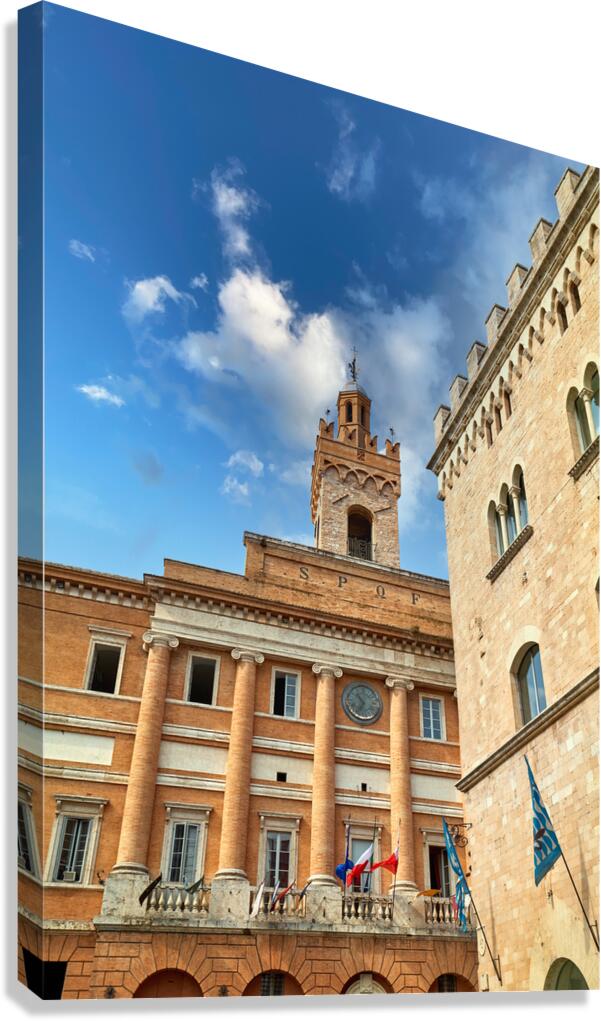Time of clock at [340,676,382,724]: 10:34
